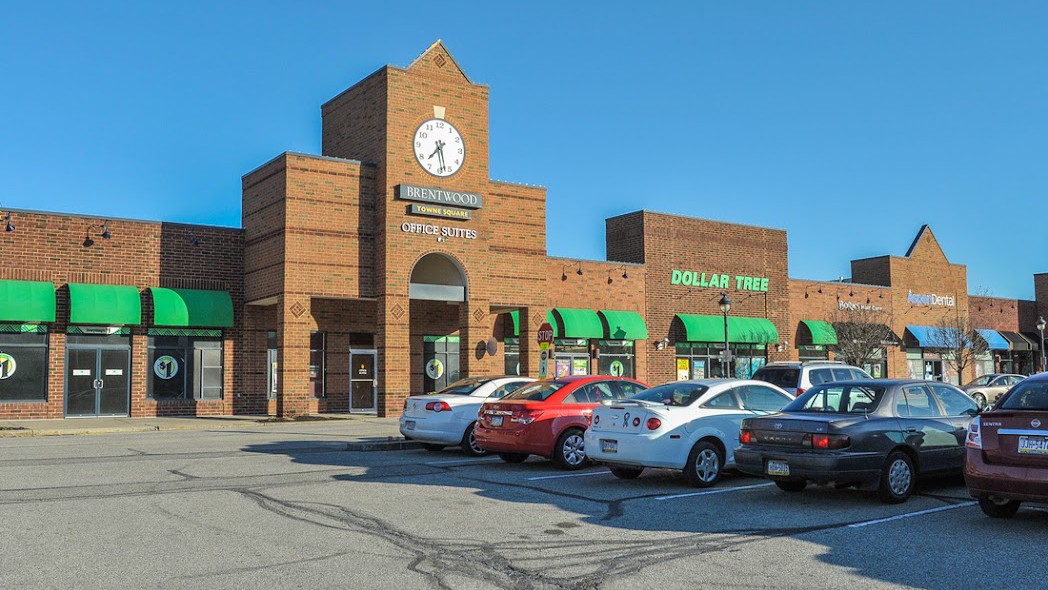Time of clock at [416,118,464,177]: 7:27
